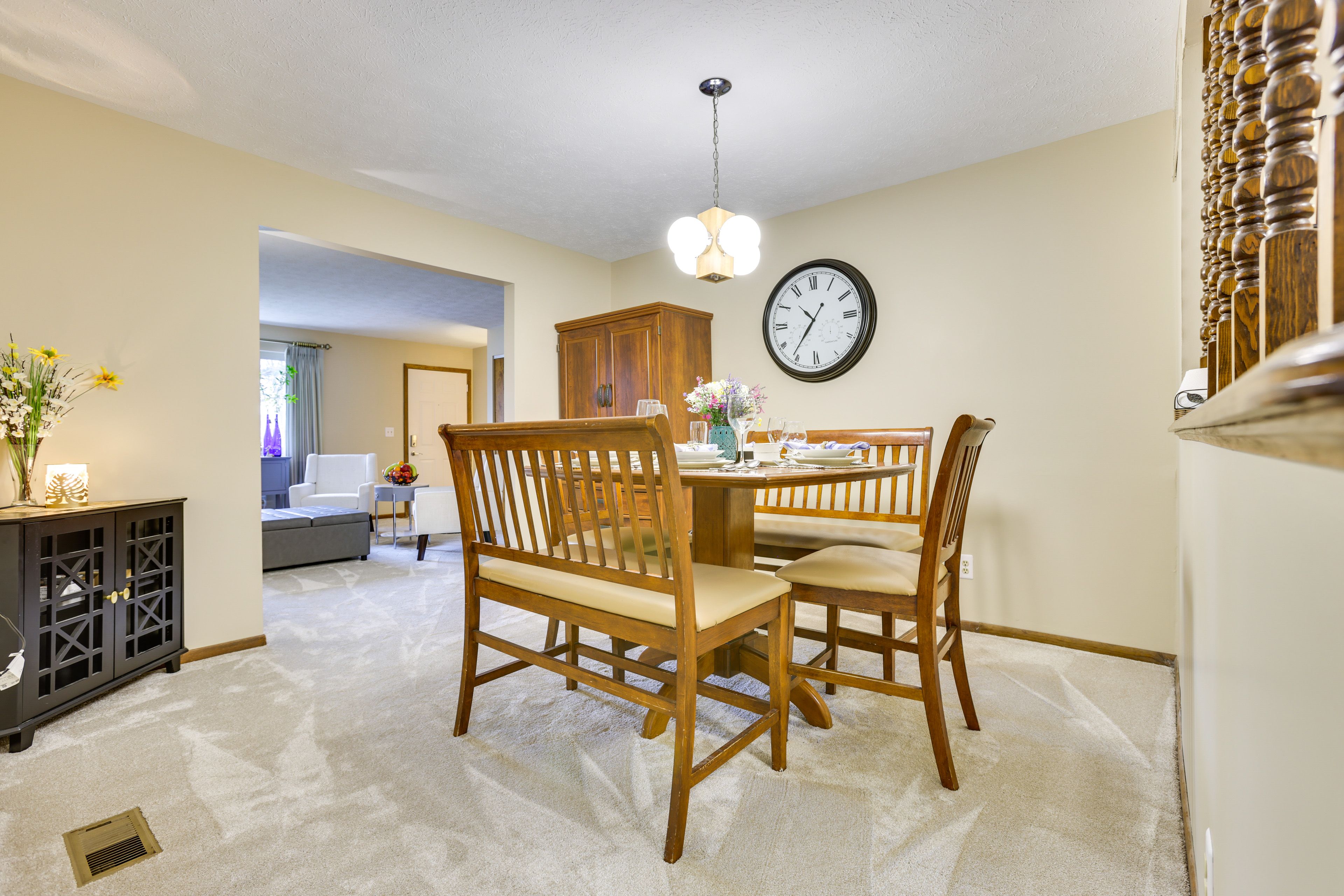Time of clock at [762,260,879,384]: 10:36
